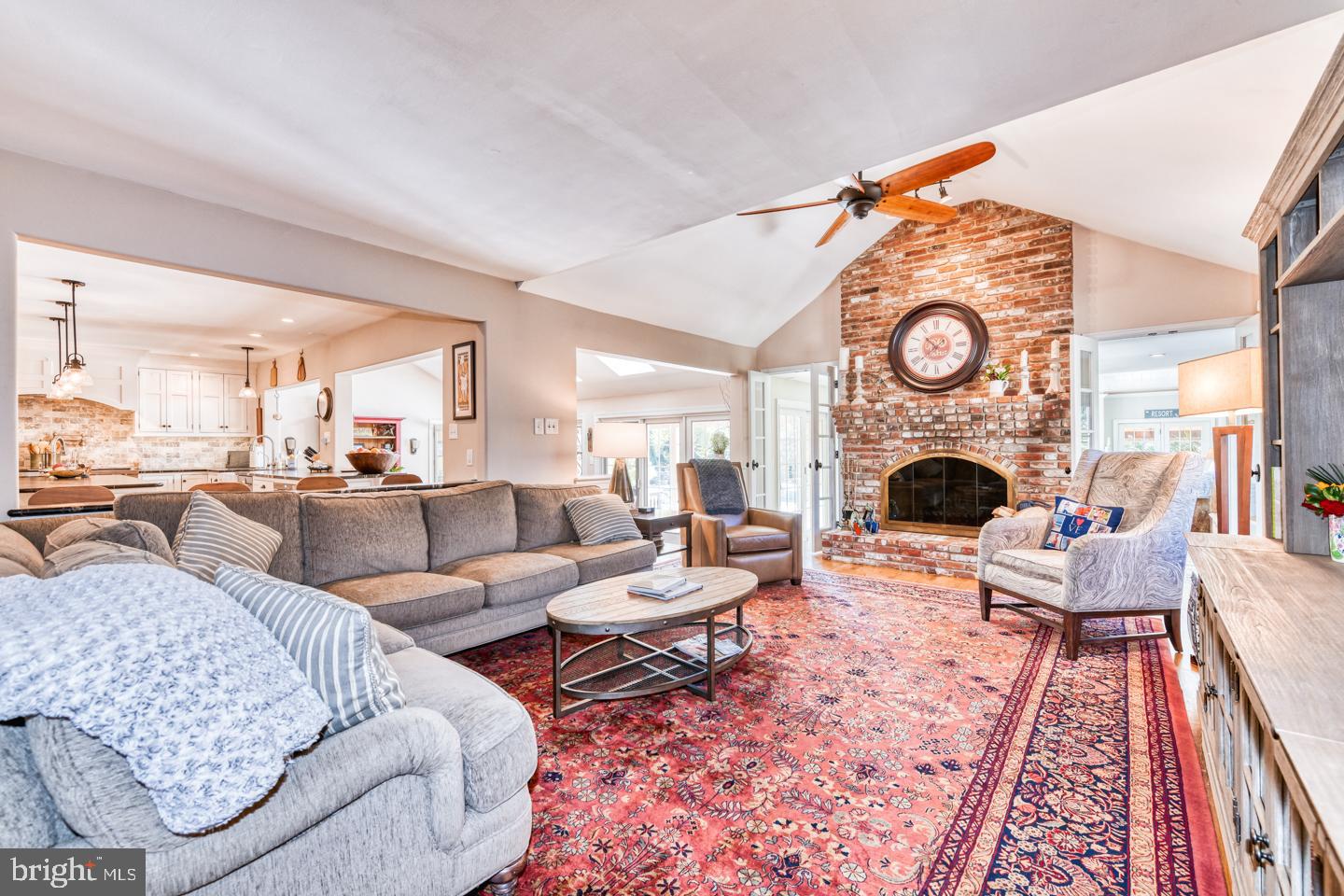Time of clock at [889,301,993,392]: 10:38
